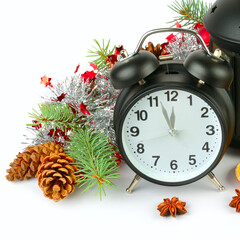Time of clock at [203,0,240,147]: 11:56
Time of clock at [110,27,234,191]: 11:56
